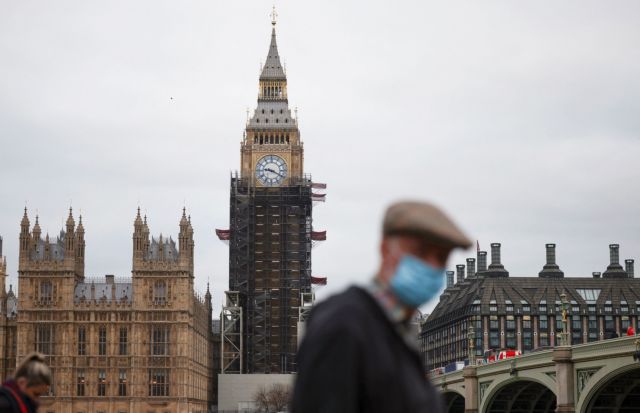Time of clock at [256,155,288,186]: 9:19
